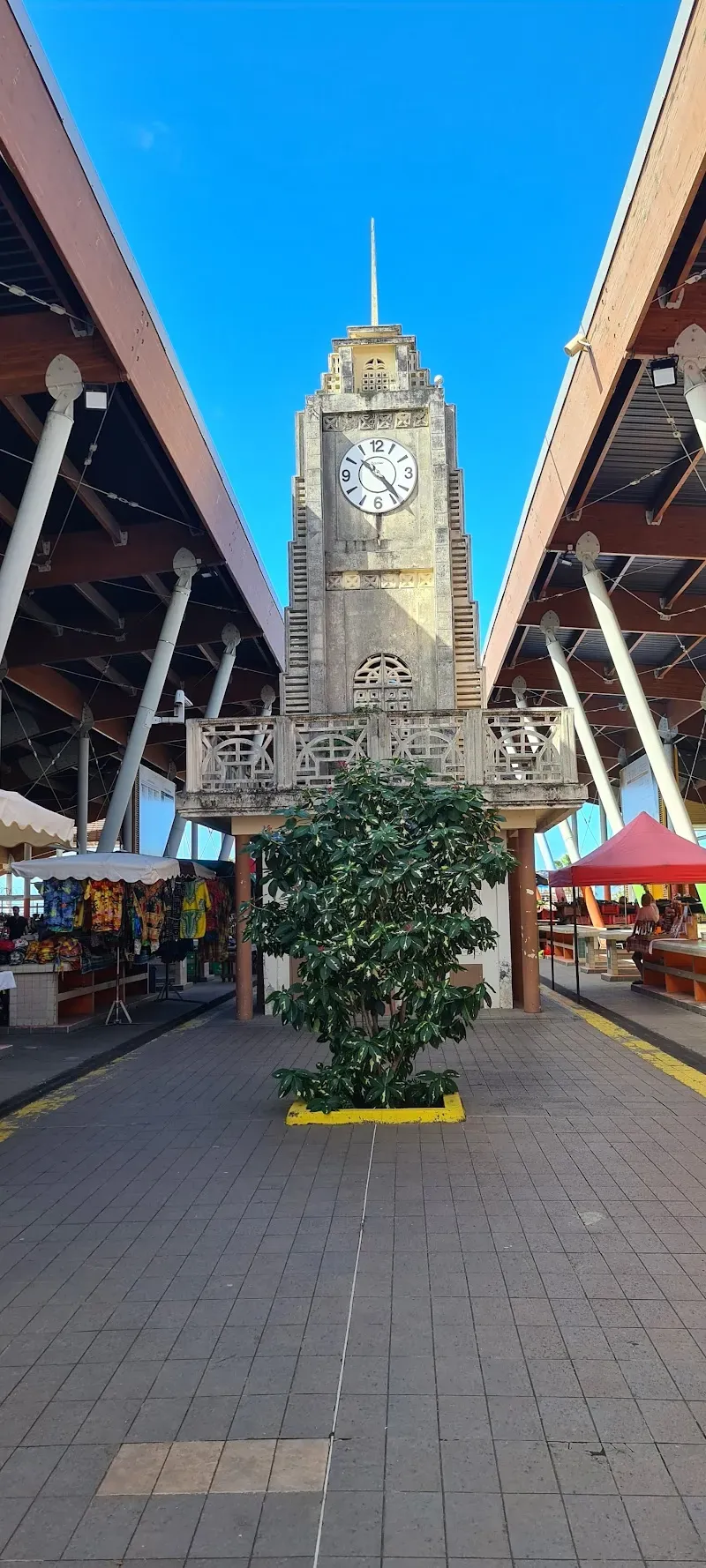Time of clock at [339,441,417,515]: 10:23
